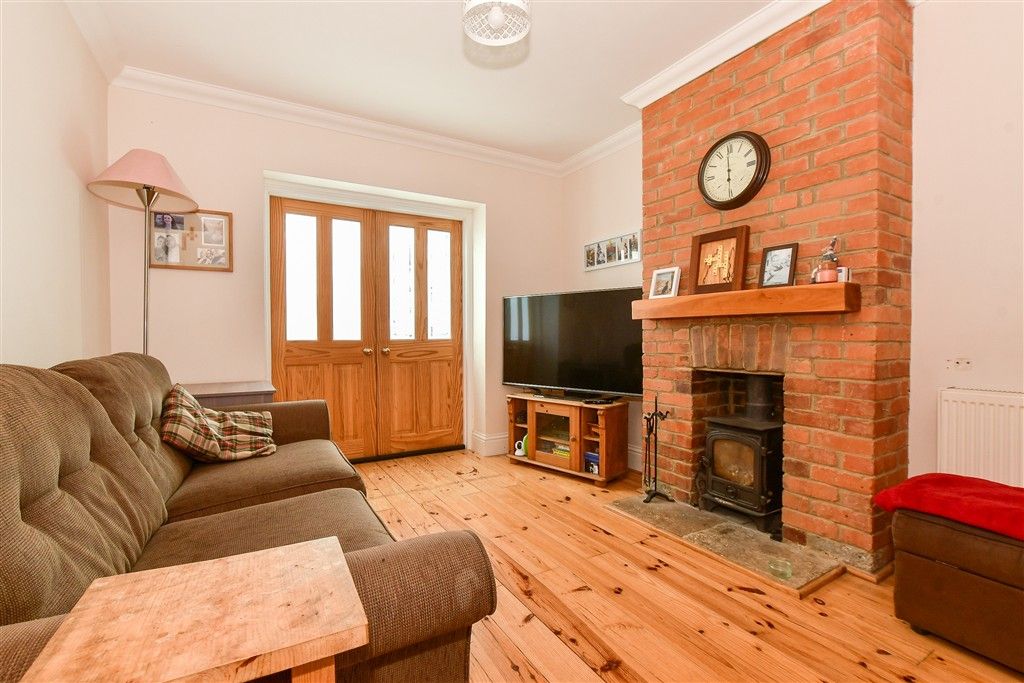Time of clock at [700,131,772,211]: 5:59
